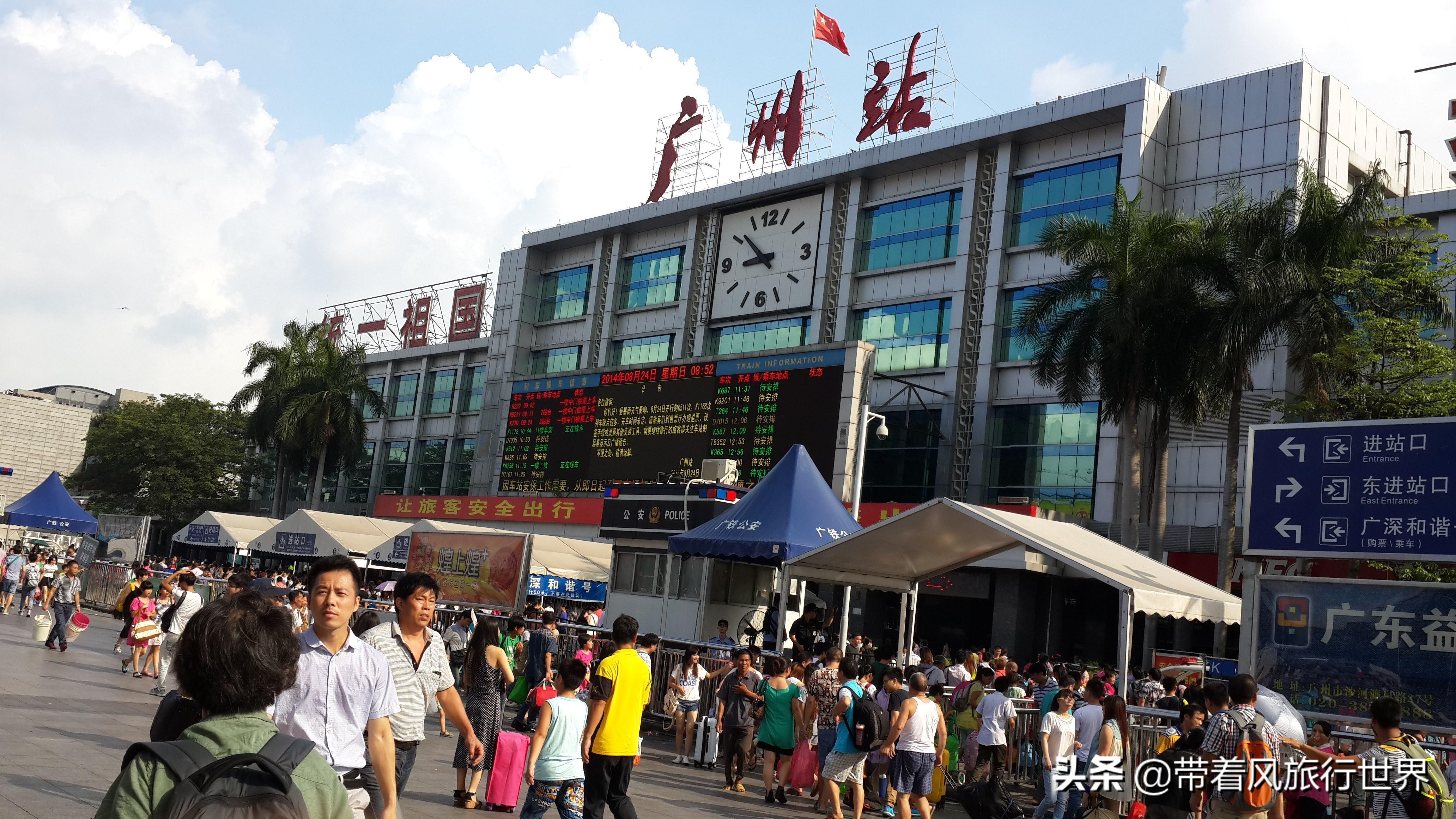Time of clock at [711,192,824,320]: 8:52
